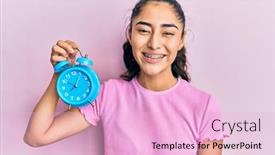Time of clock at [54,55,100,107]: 10:04
